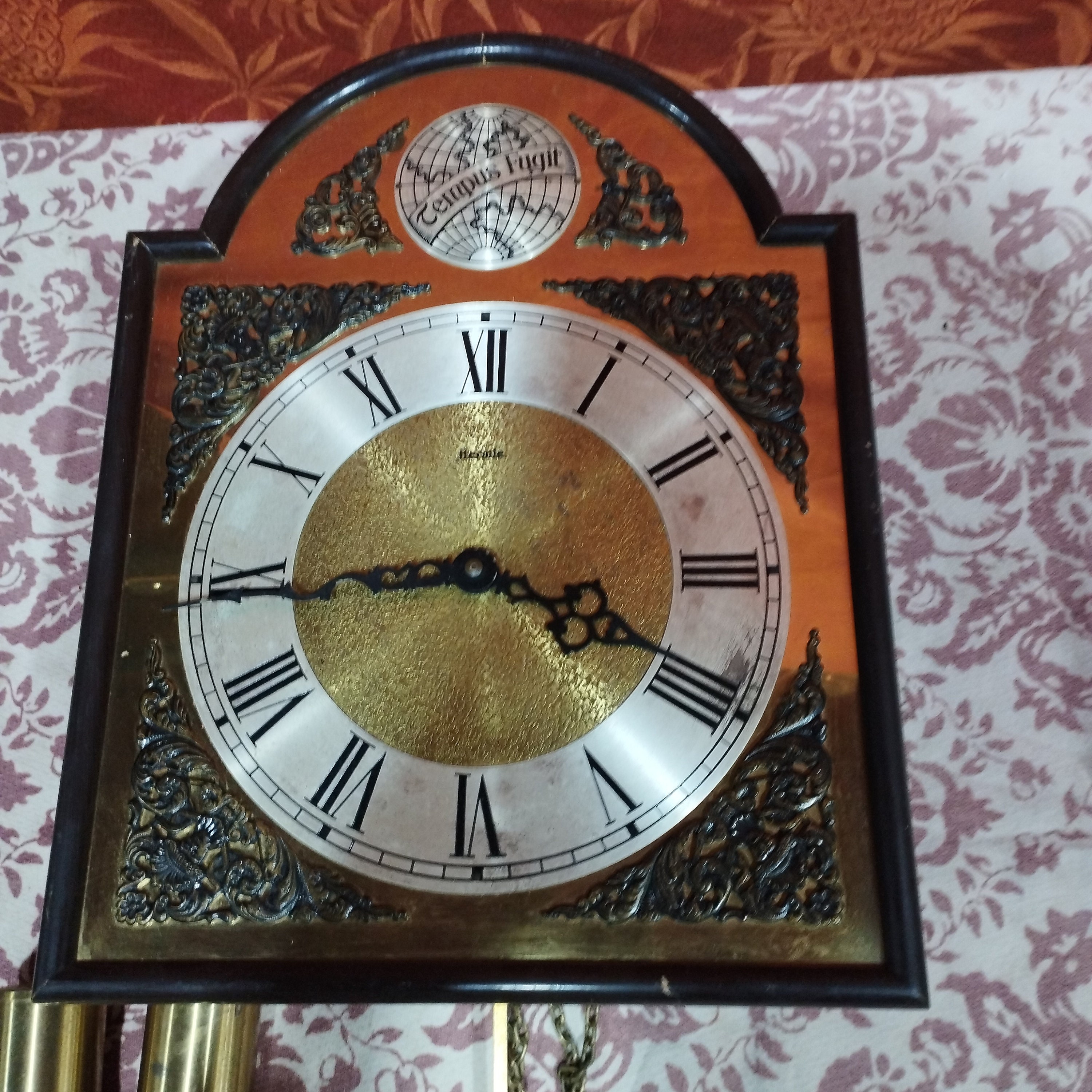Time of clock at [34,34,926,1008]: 3:44
